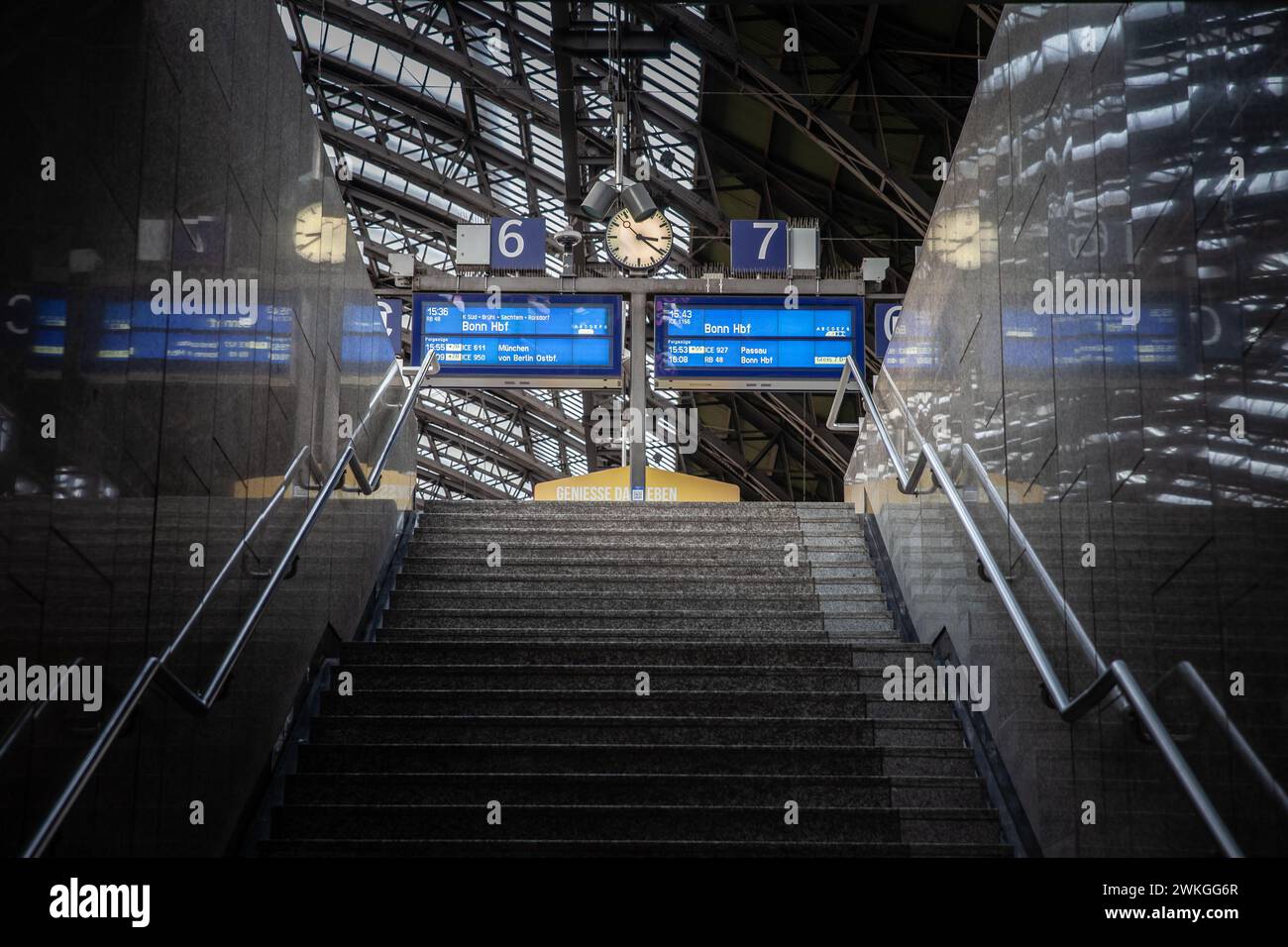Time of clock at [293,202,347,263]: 8:39
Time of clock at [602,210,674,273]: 3:21
